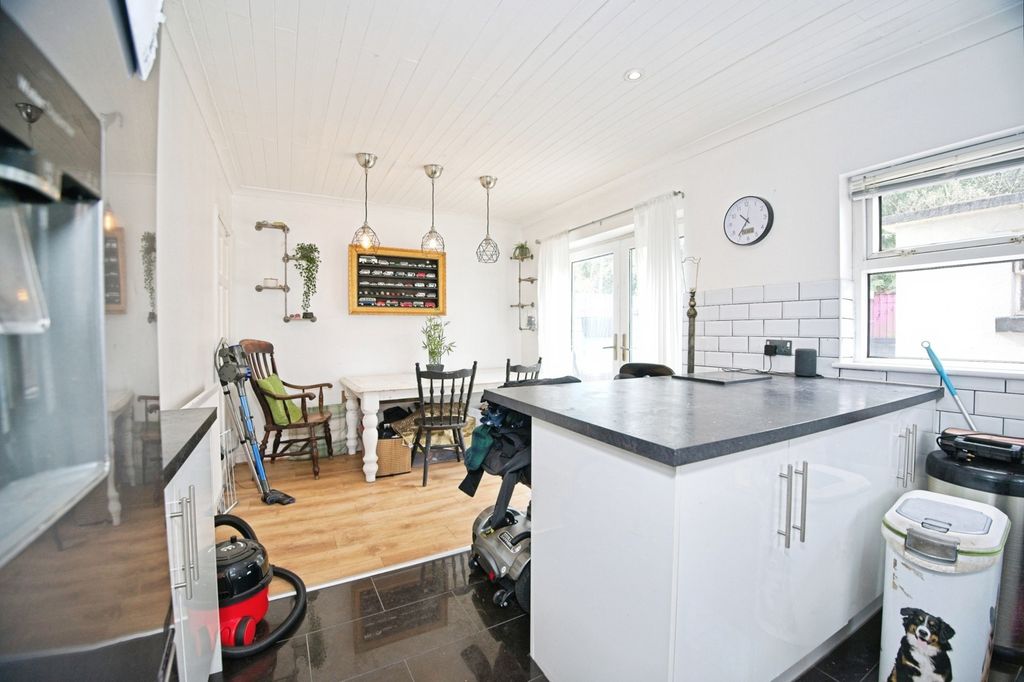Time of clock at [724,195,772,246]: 10:36
